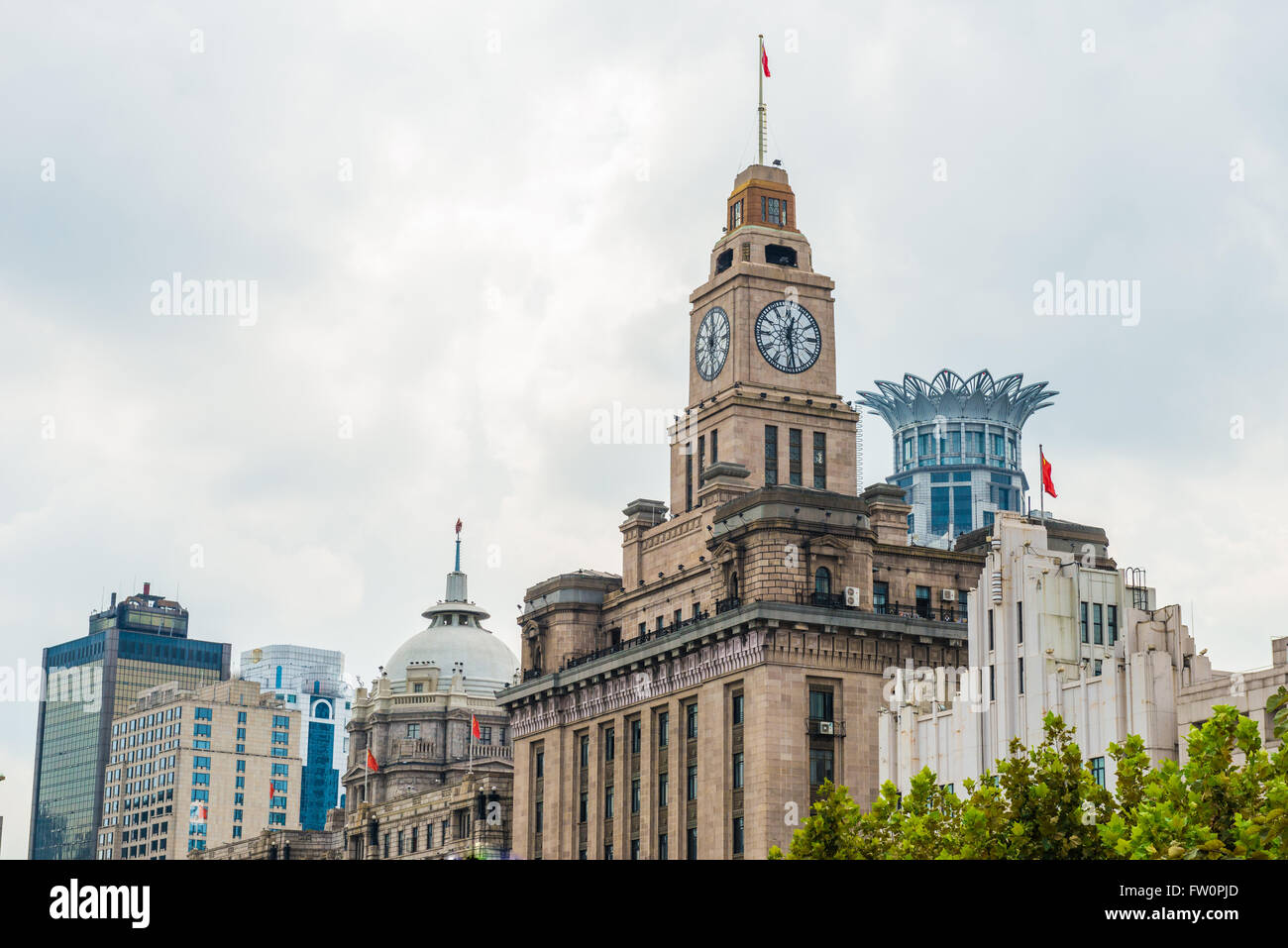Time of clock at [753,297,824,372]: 12:28
